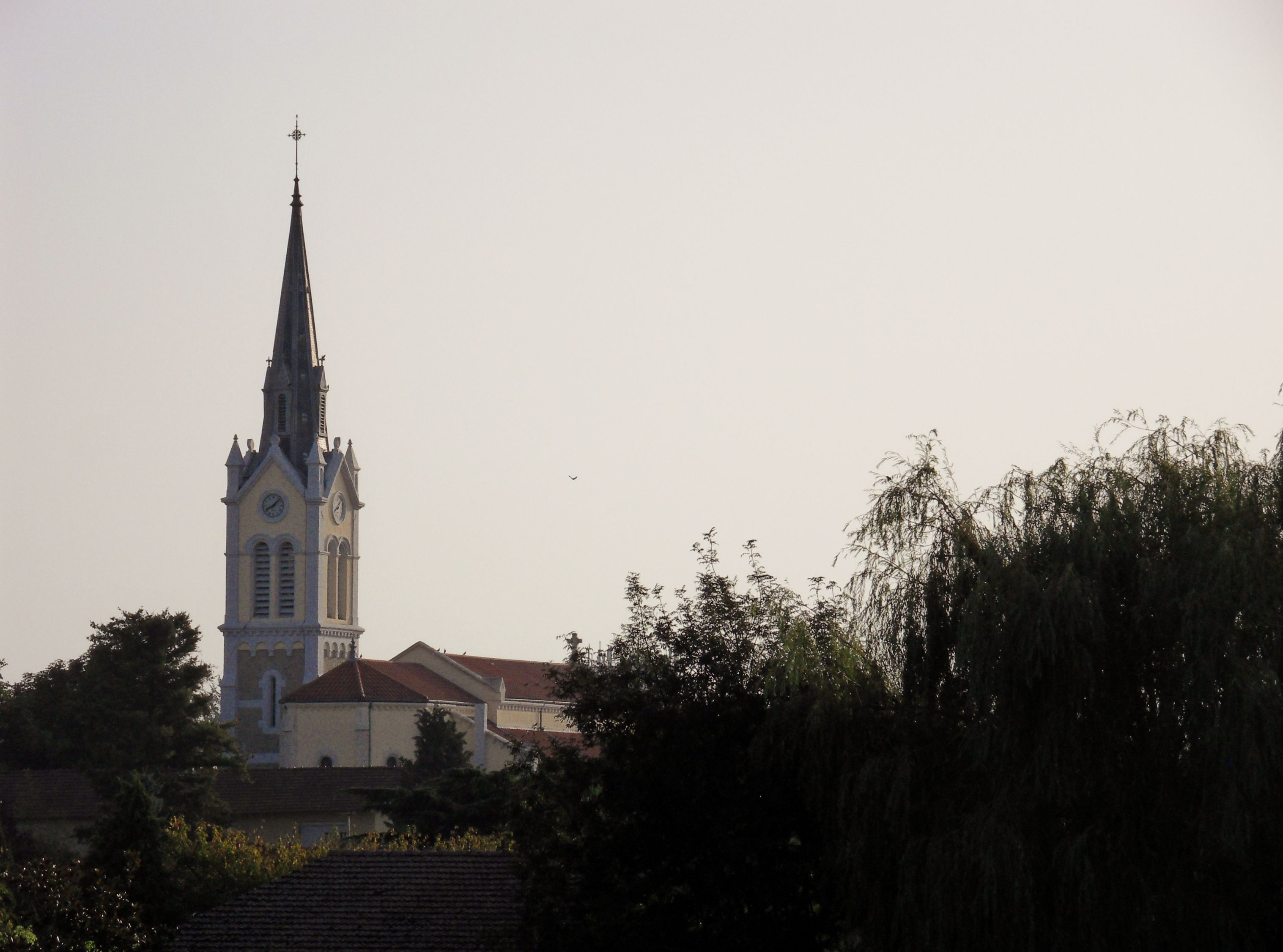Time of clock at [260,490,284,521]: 8:07
